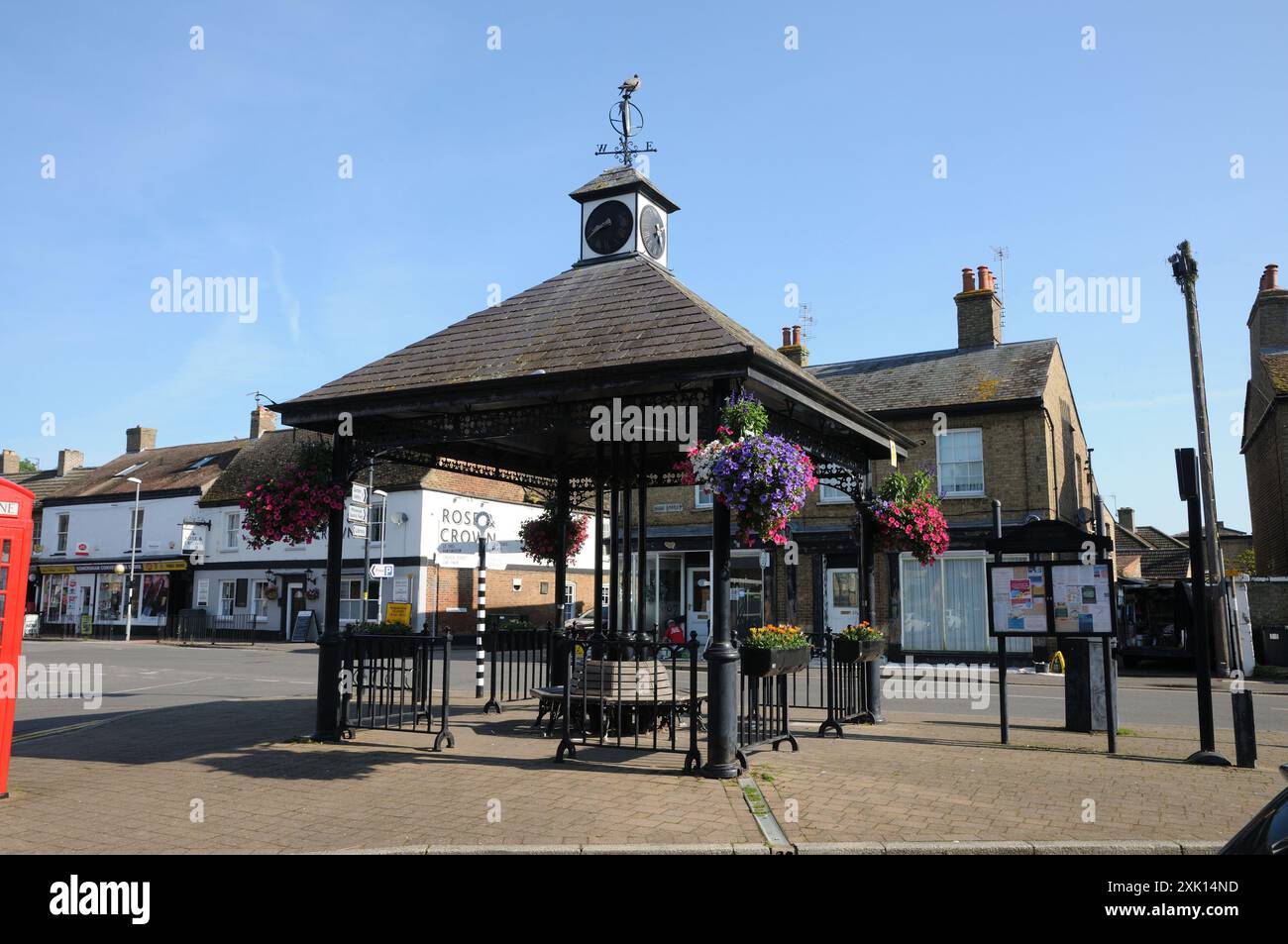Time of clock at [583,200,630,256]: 8:40
